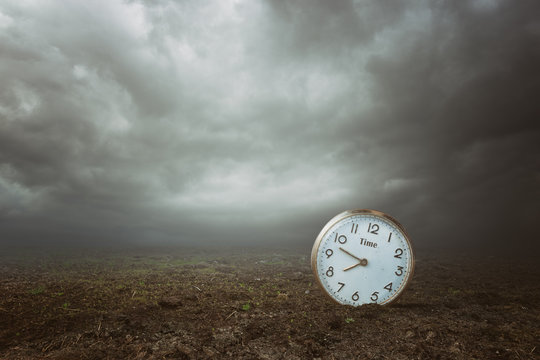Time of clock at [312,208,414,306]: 7:47
